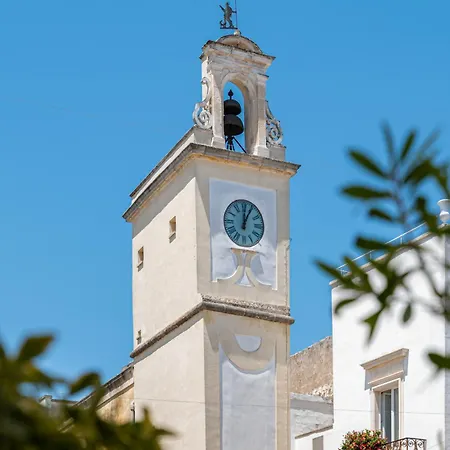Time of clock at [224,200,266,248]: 12:04
